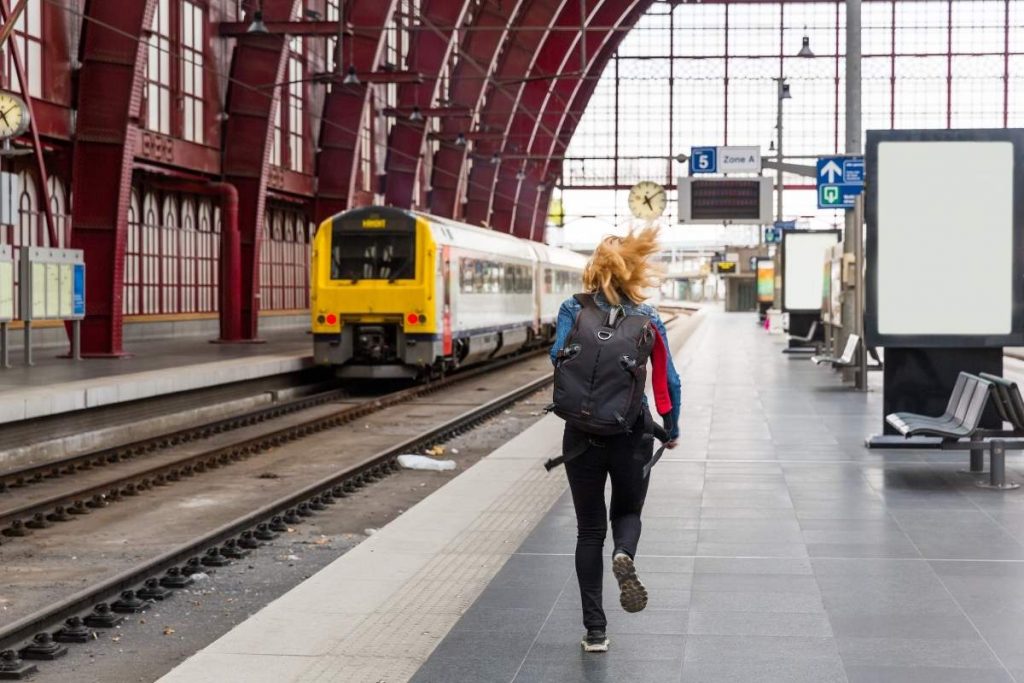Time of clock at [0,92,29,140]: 5:08
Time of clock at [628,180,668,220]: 5:08
